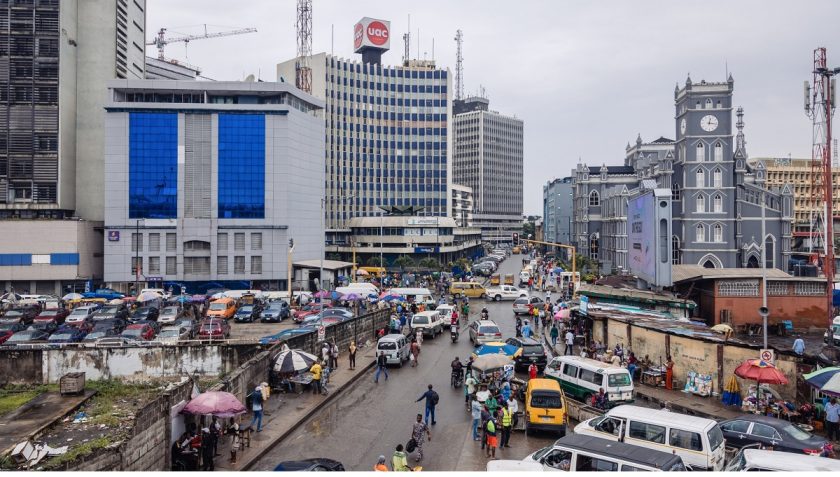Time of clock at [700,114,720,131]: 12:16
